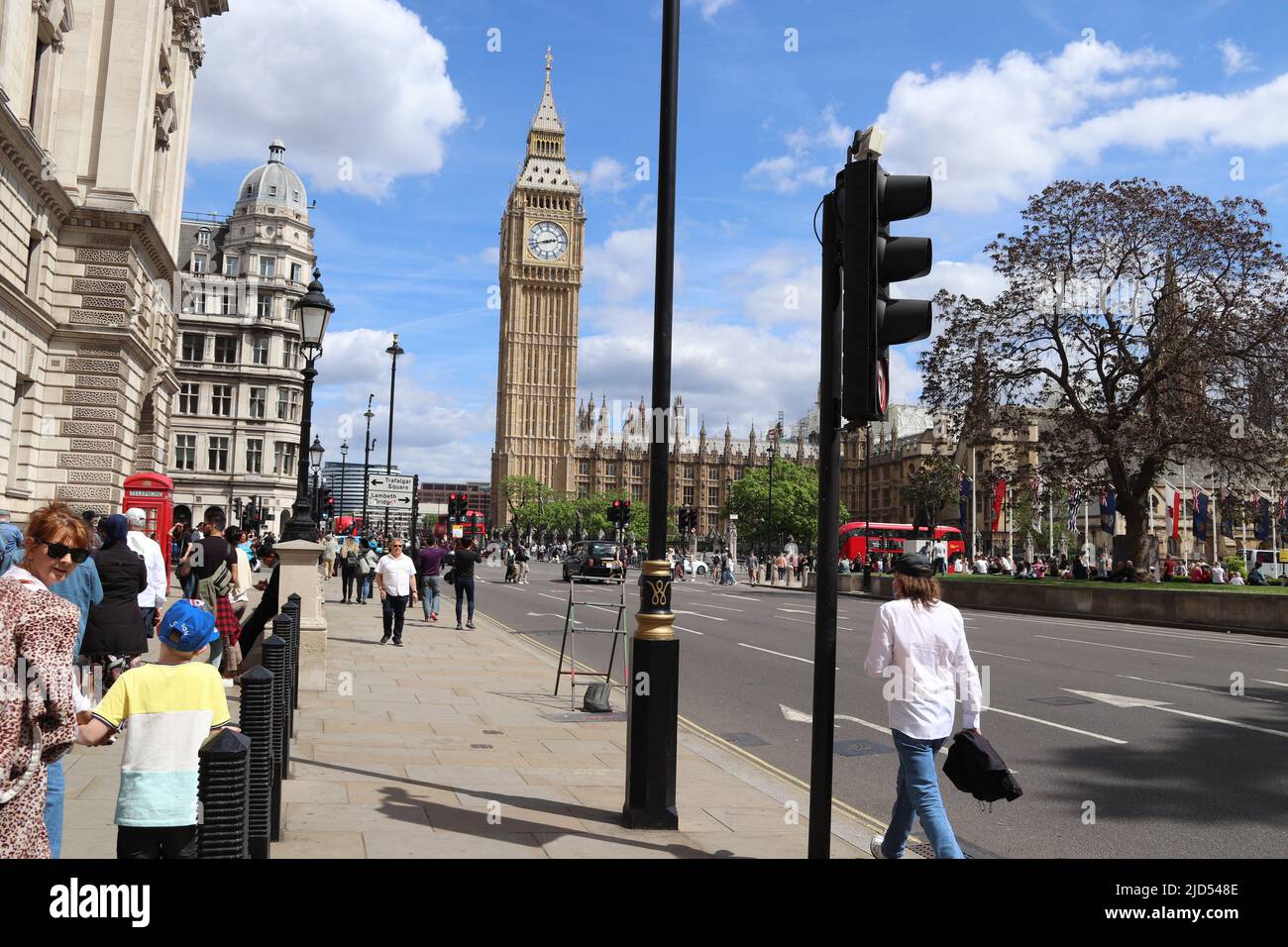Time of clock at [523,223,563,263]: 2:42
